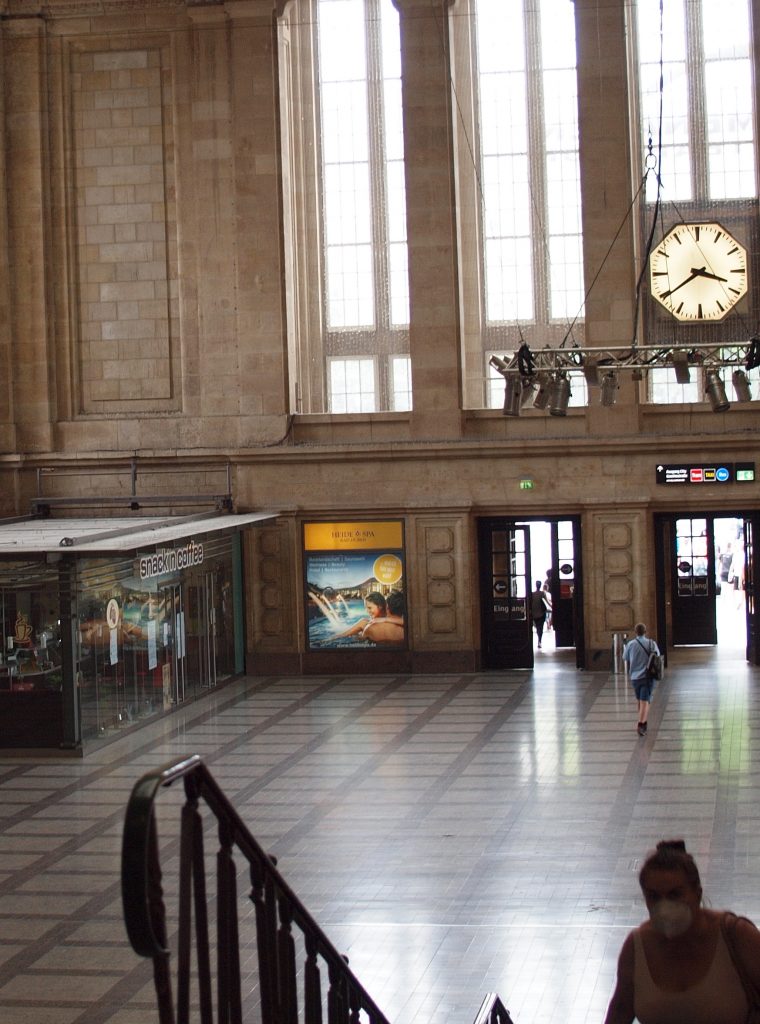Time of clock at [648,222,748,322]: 3:39
